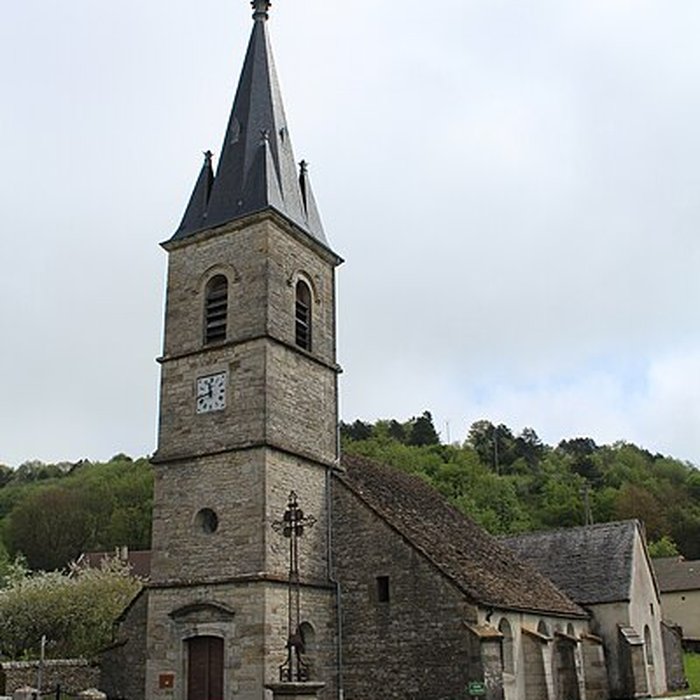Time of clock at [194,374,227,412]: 11:43
